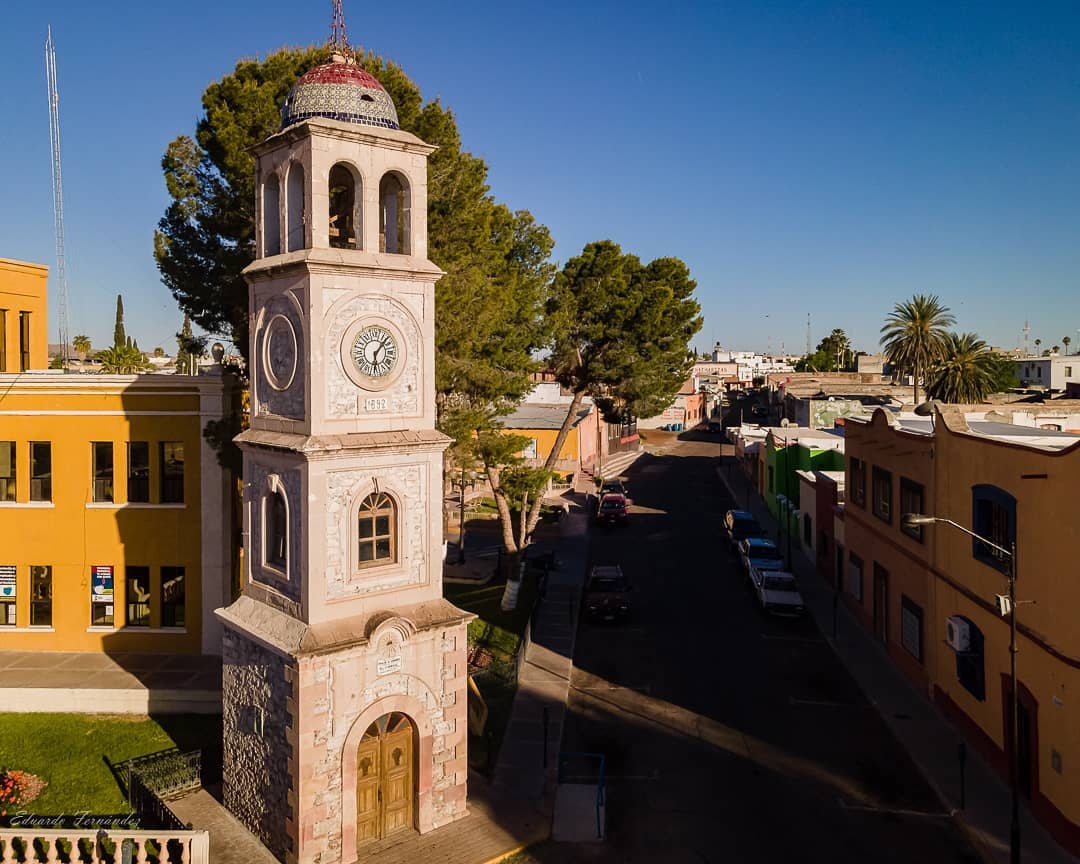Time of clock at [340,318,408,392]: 6:06
